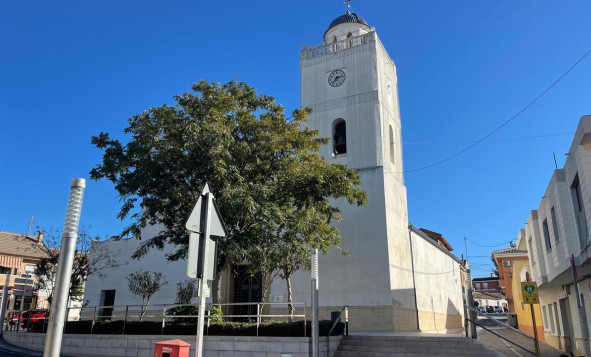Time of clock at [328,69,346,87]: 2:36
